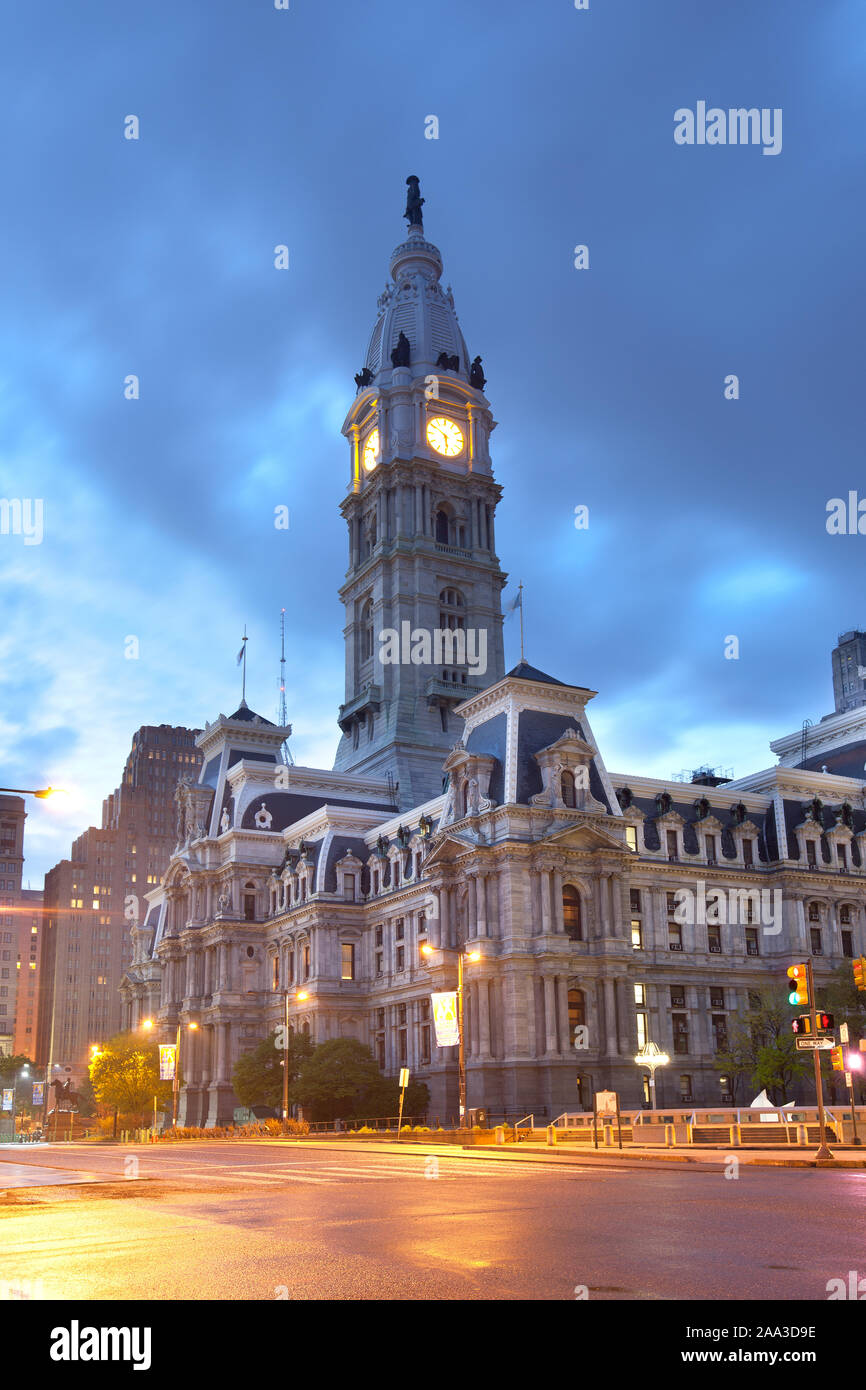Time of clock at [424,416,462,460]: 5:50
